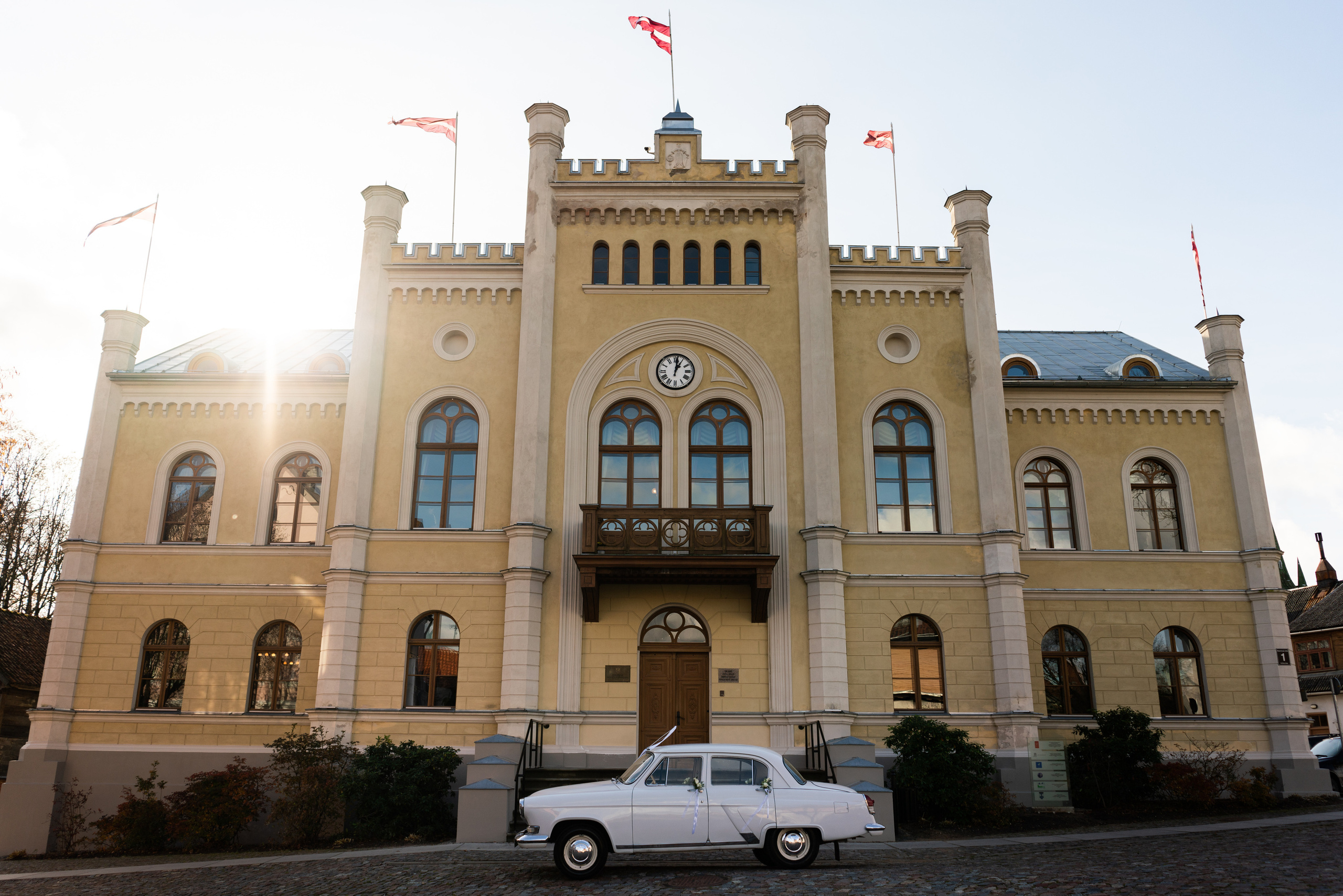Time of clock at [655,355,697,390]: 1:01
